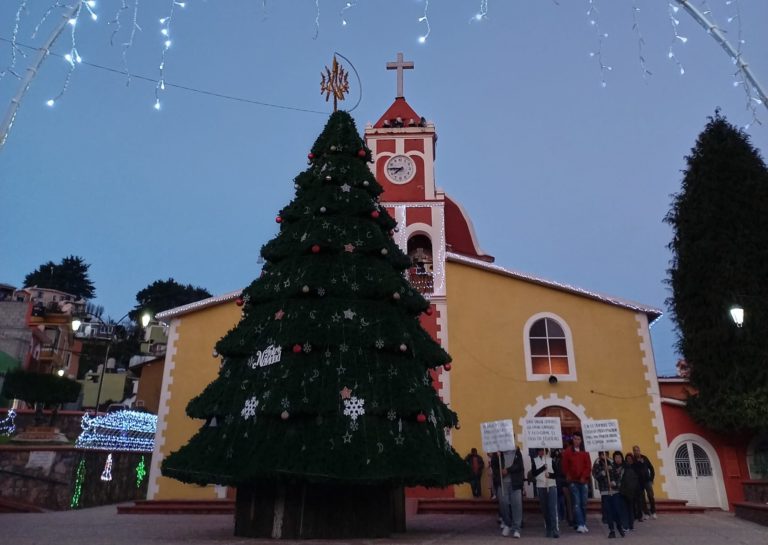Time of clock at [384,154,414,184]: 7:45
